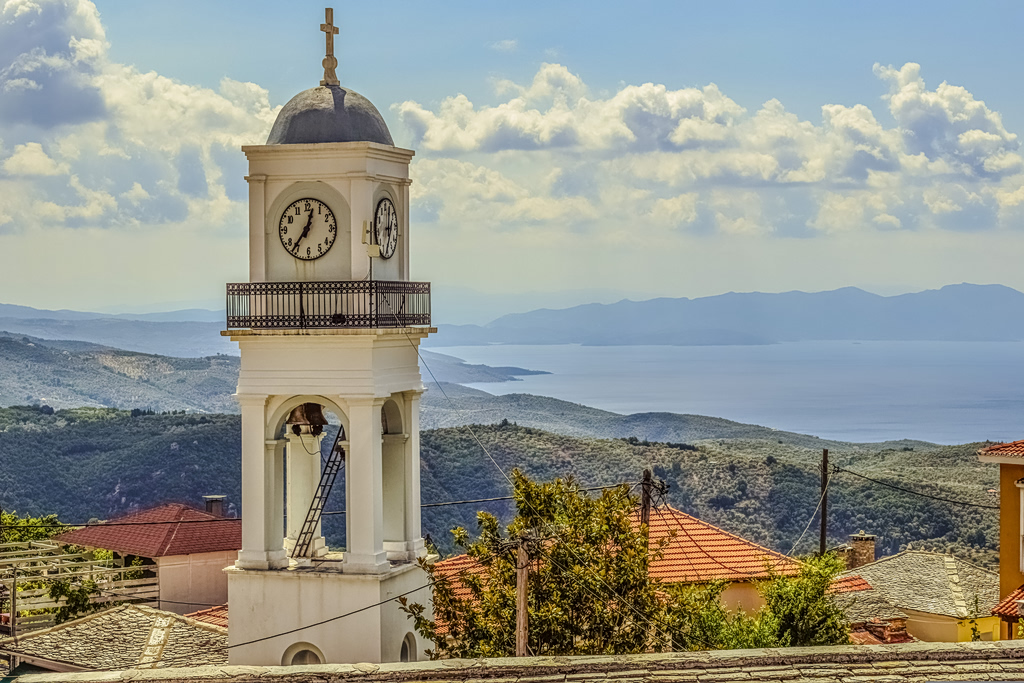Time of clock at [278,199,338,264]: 12:36
